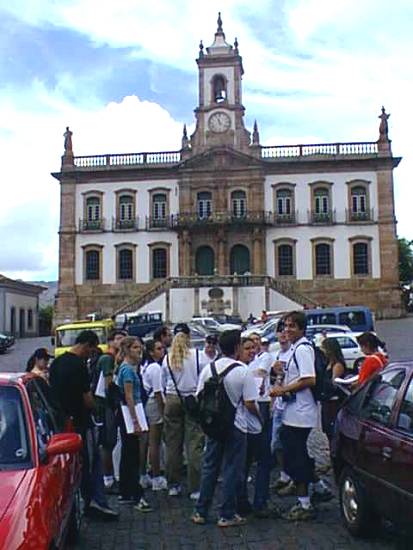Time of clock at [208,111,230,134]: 11:21
